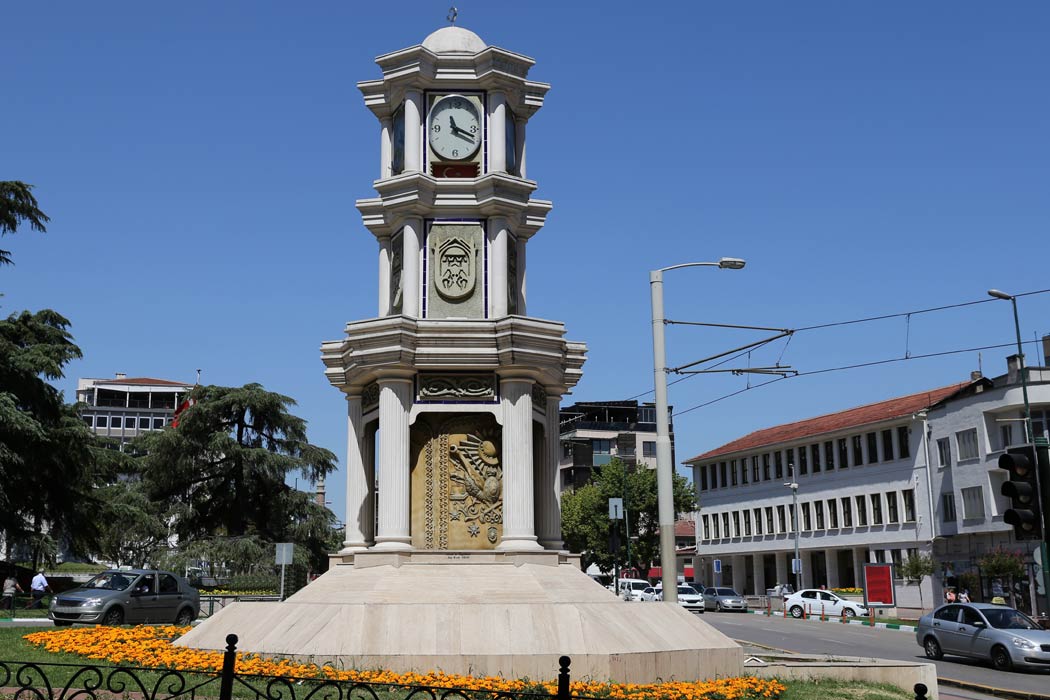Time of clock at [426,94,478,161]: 11:18
